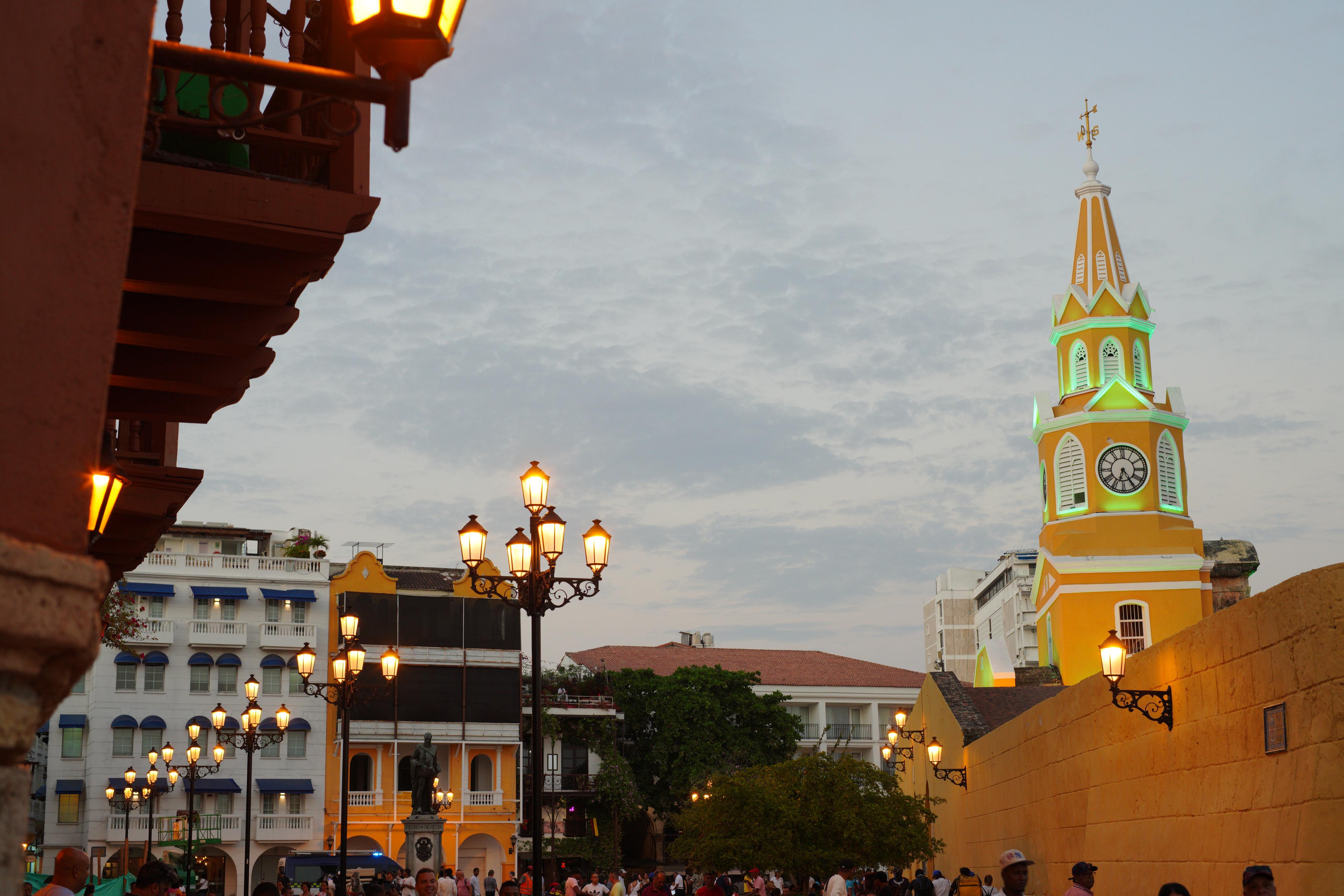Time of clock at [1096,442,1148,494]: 6:24
